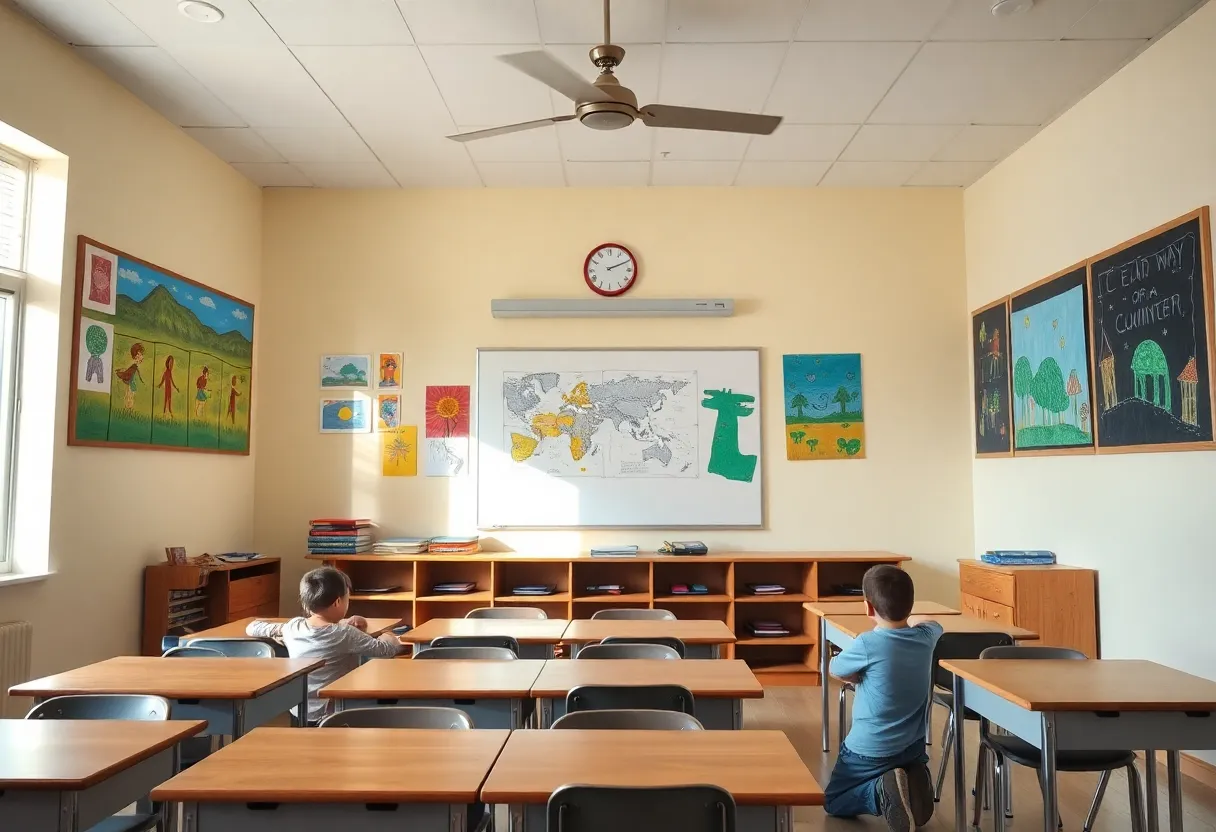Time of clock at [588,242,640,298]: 2:10
